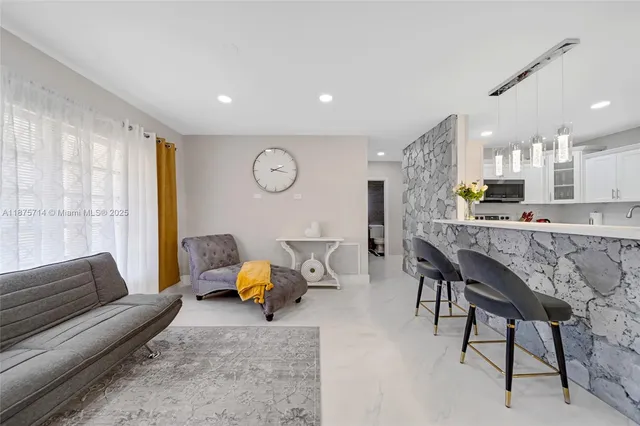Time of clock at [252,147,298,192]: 2:17
